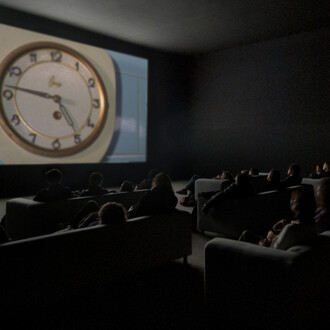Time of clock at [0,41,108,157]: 4:46
